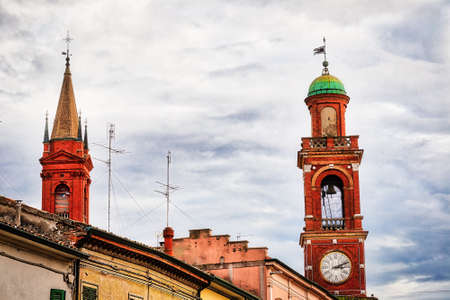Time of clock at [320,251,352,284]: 3:11
